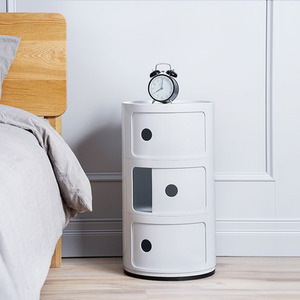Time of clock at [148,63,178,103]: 8:01
